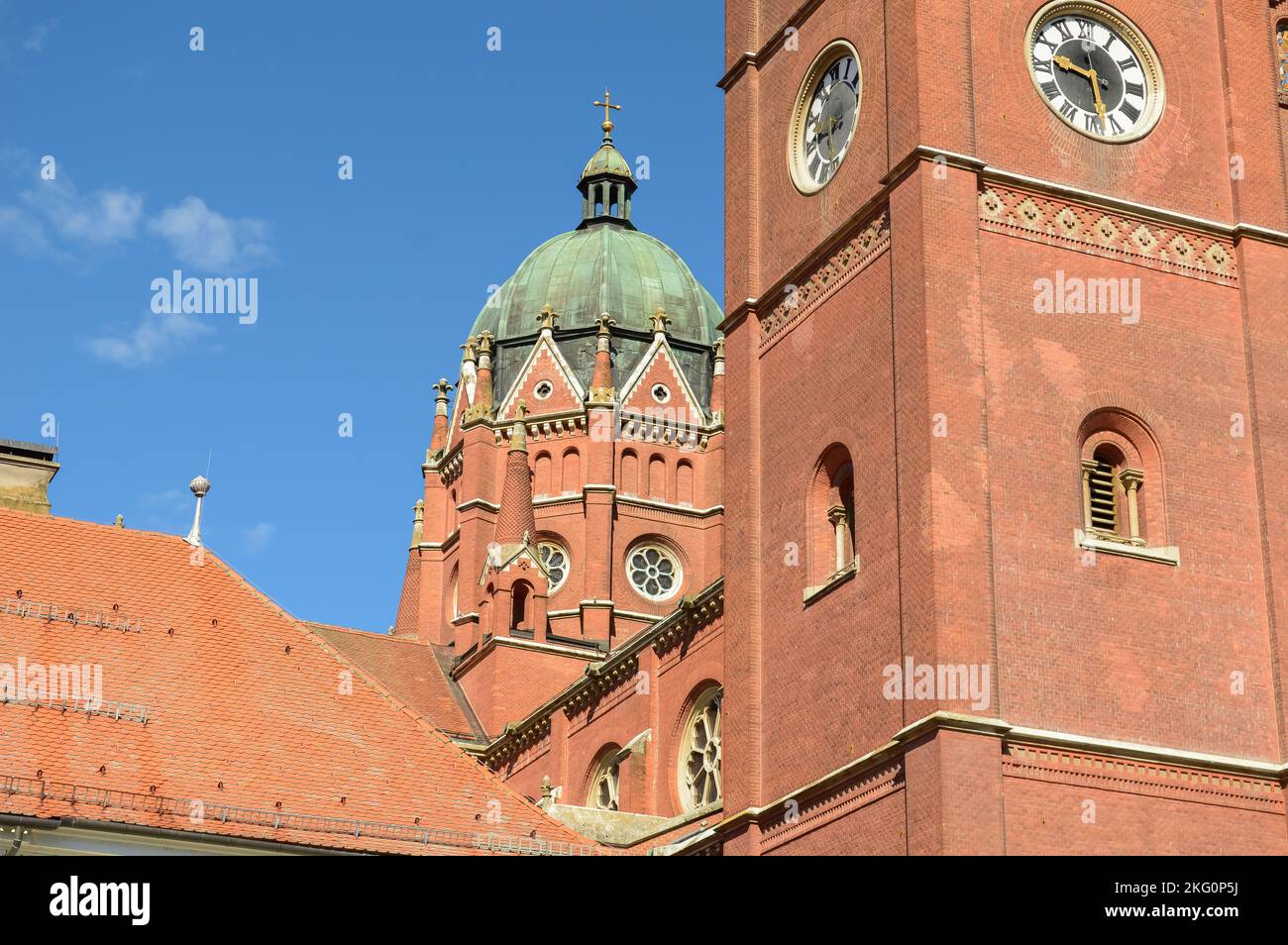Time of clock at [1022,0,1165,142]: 5:46
